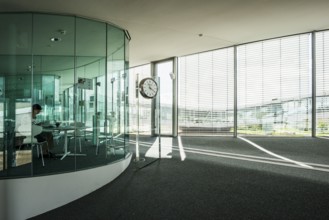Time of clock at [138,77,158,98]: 11:19
